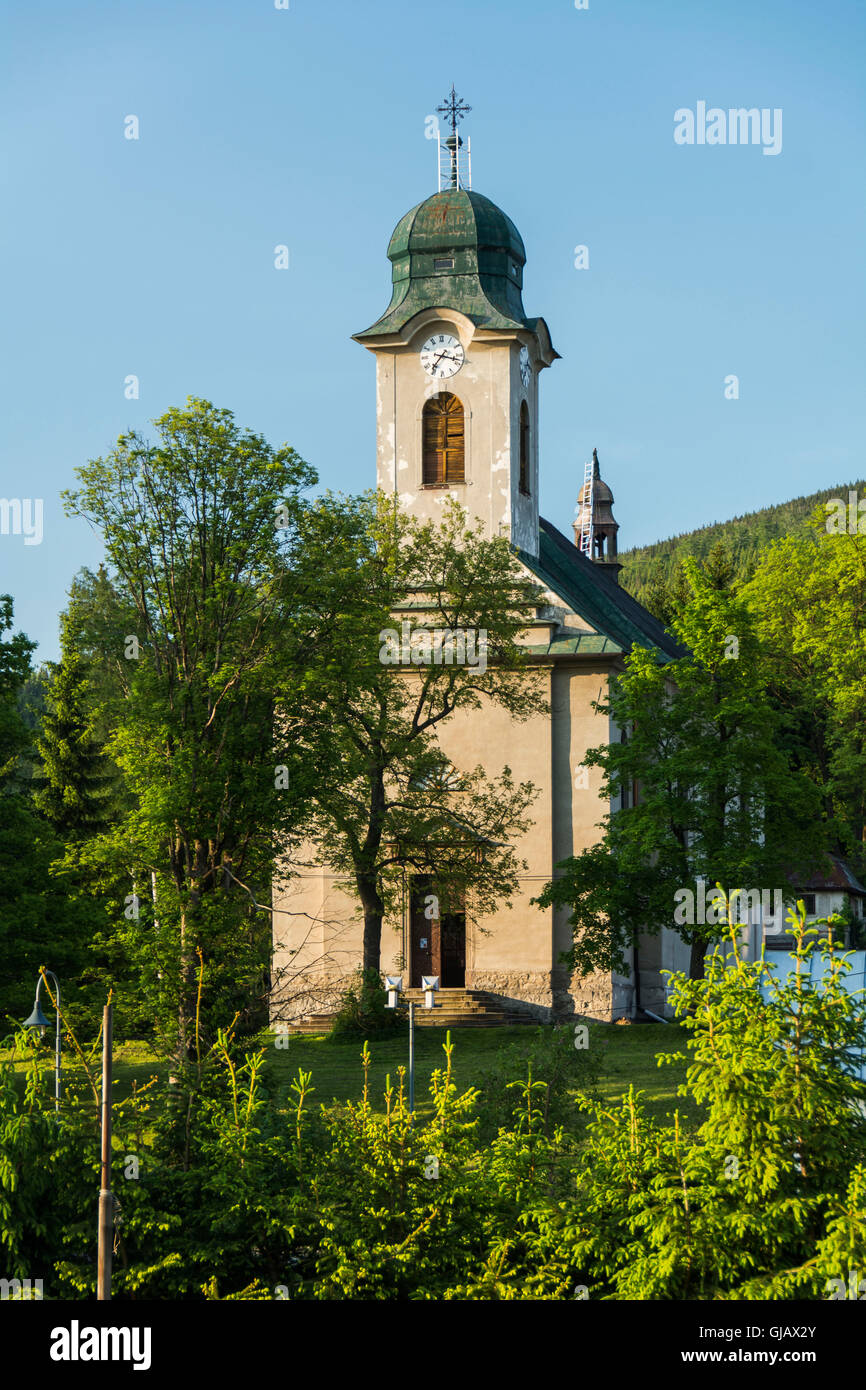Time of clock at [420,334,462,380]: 7:17
